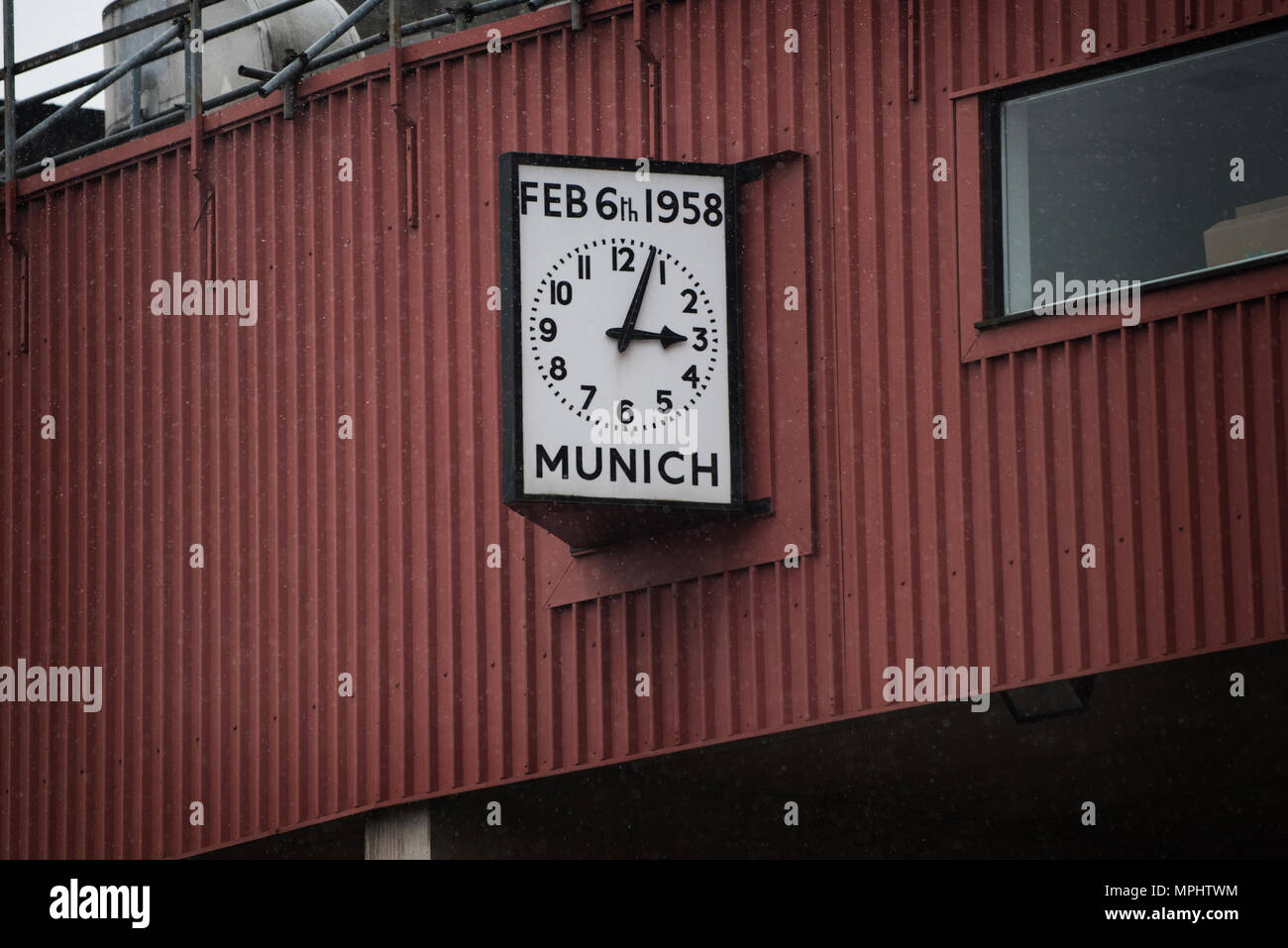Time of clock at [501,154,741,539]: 3:04
